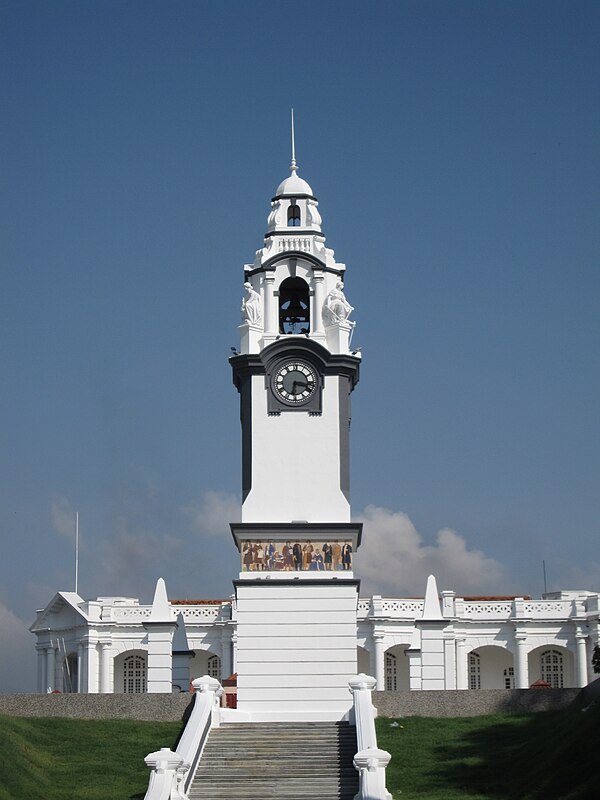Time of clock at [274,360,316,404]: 6:16
